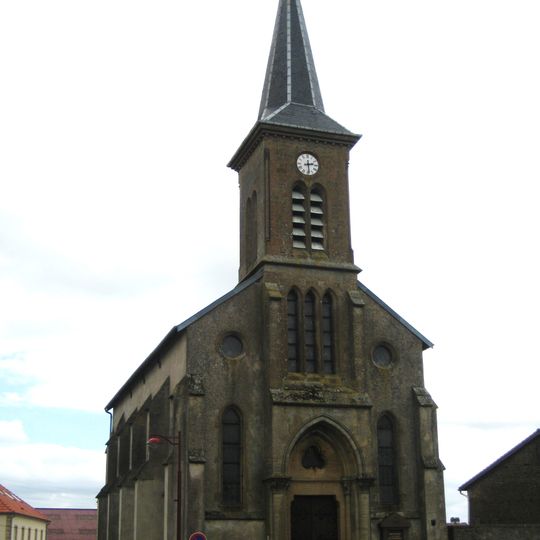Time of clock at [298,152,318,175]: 2:29
